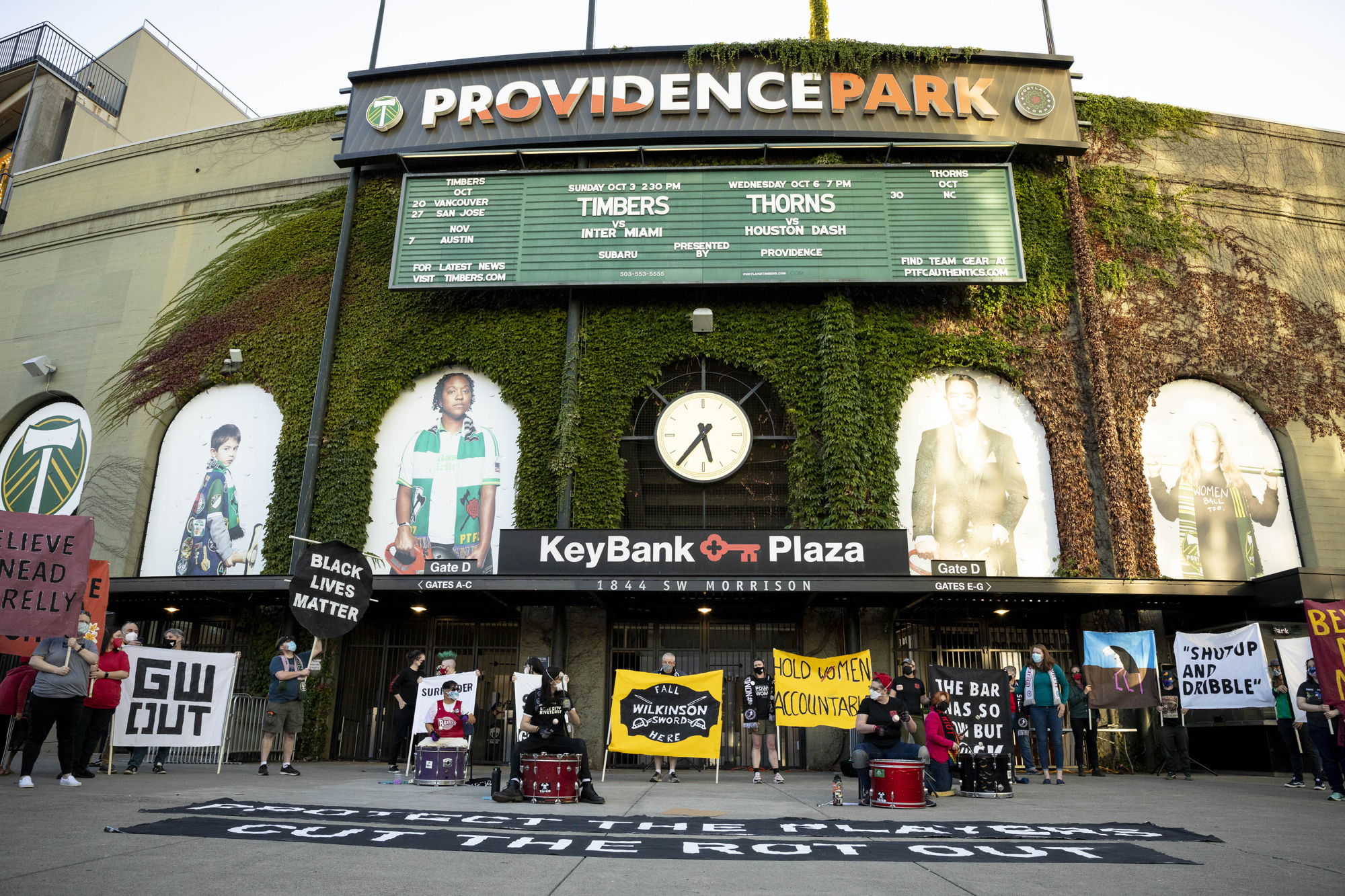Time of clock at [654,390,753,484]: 5:36
